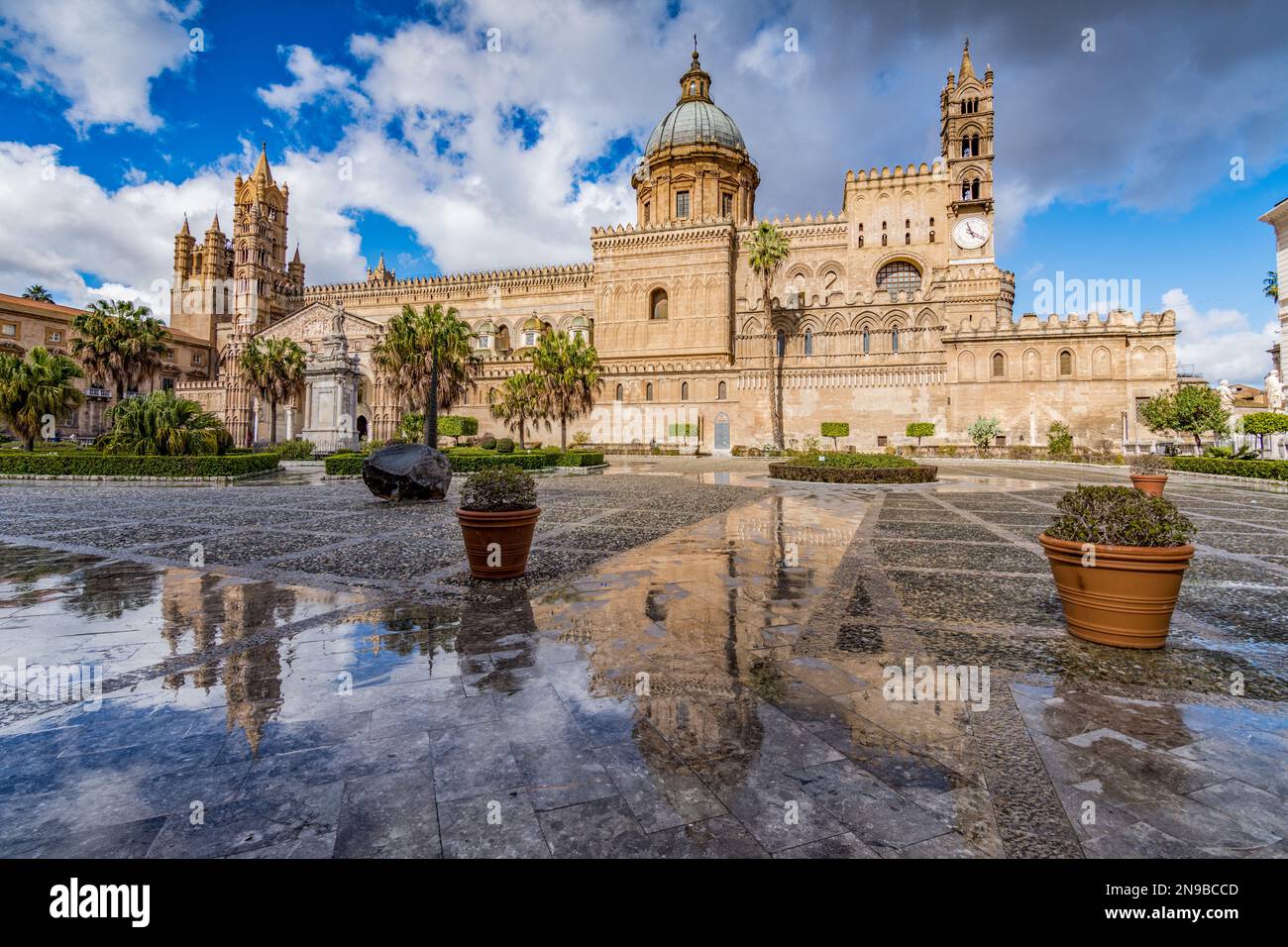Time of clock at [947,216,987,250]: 11:19
